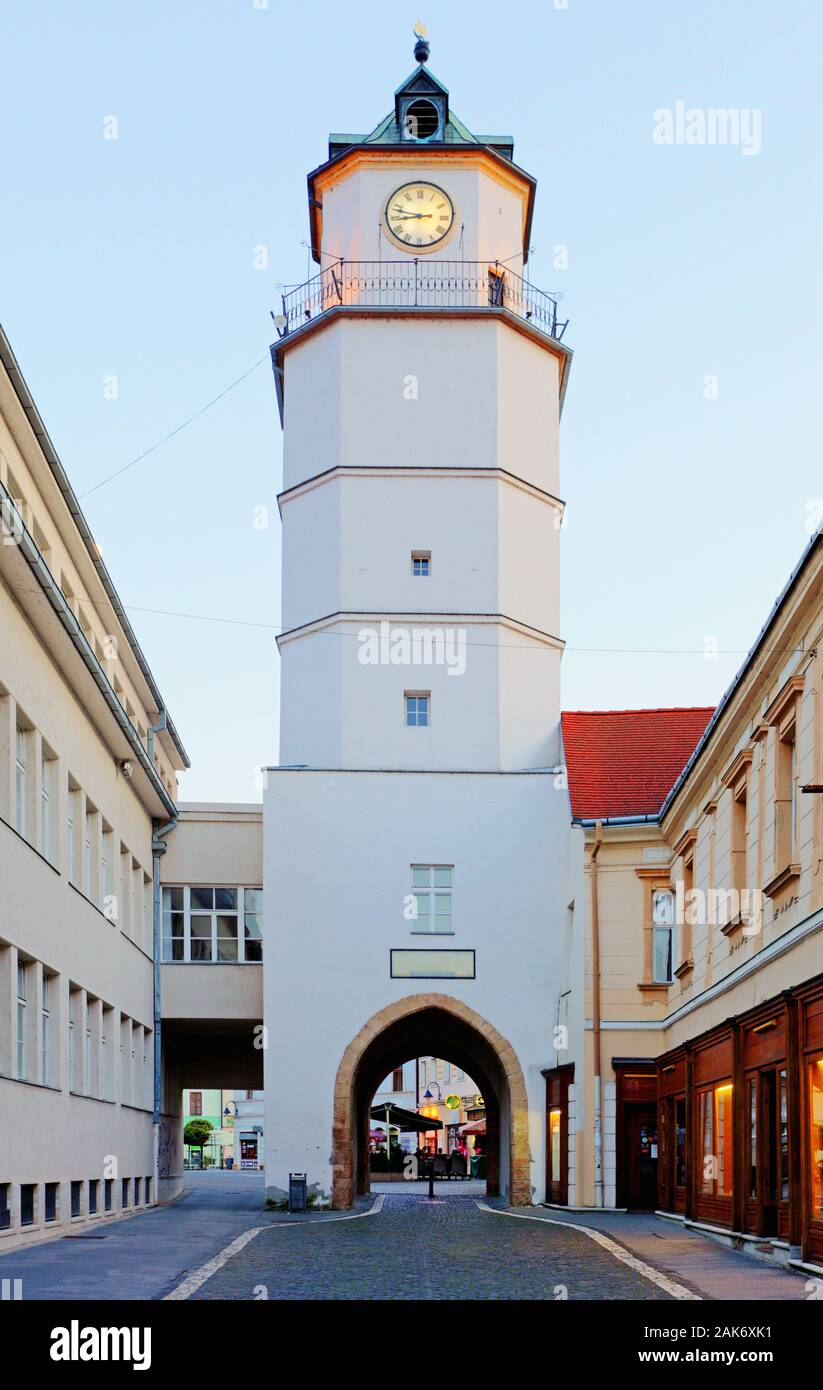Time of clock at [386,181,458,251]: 8:47
